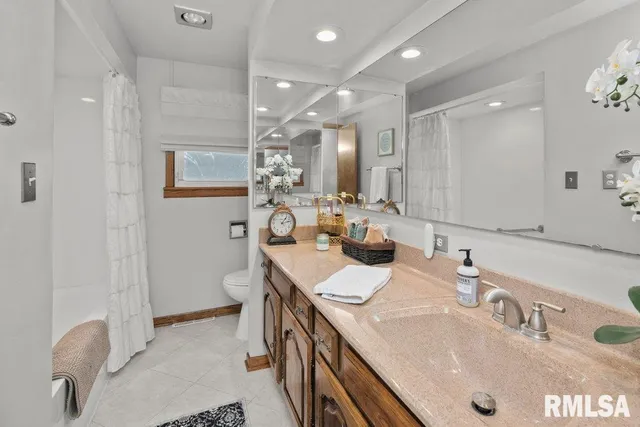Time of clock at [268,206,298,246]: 1:12
